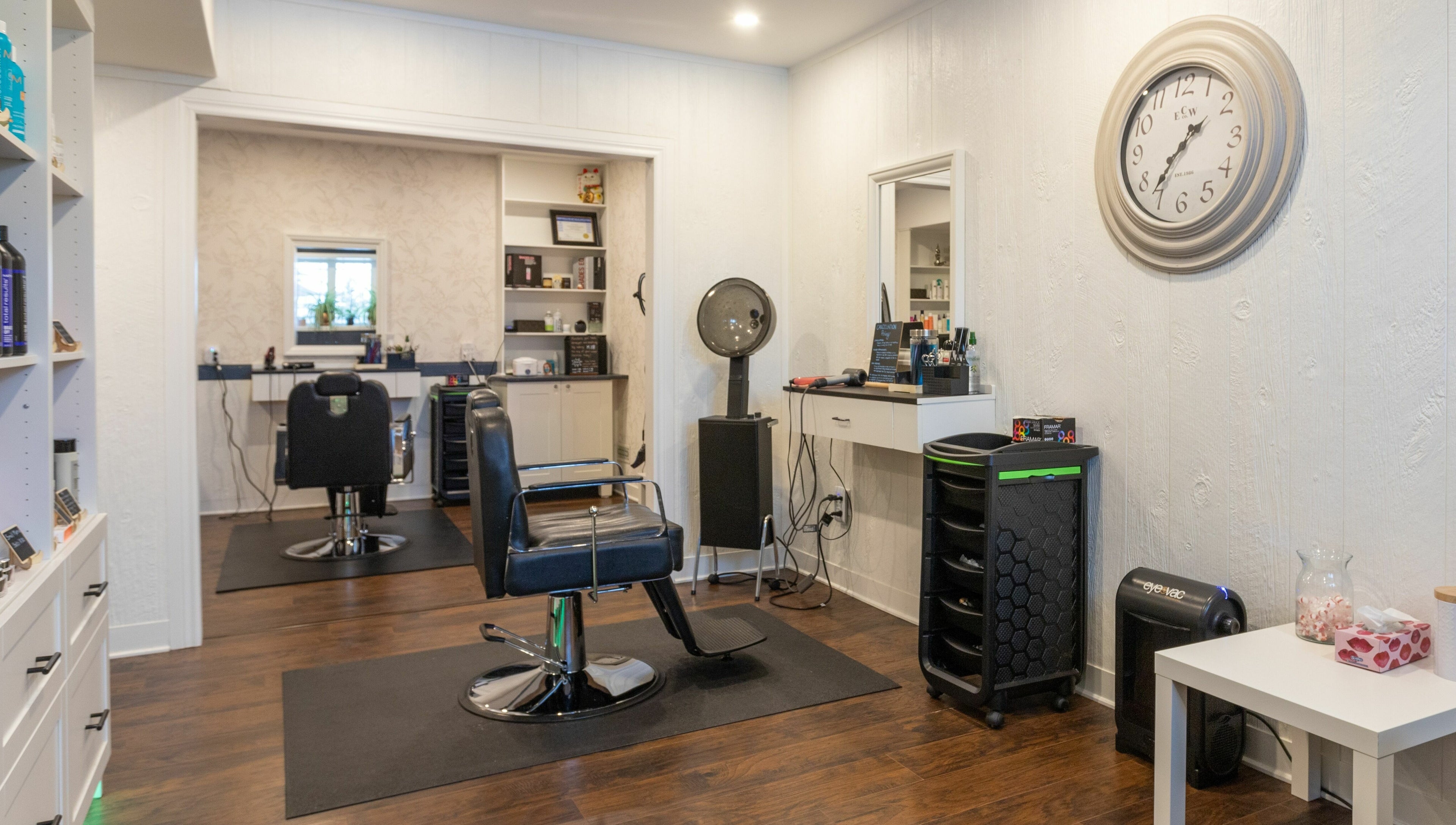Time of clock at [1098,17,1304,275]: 1:36
